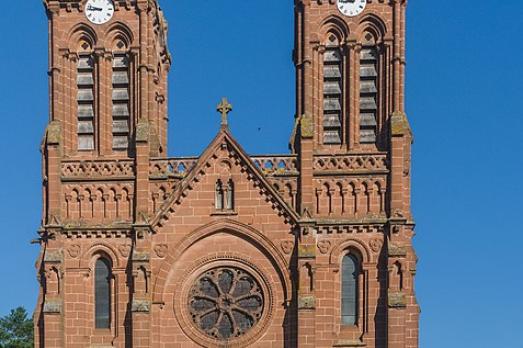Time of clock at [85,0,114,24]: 9:45
